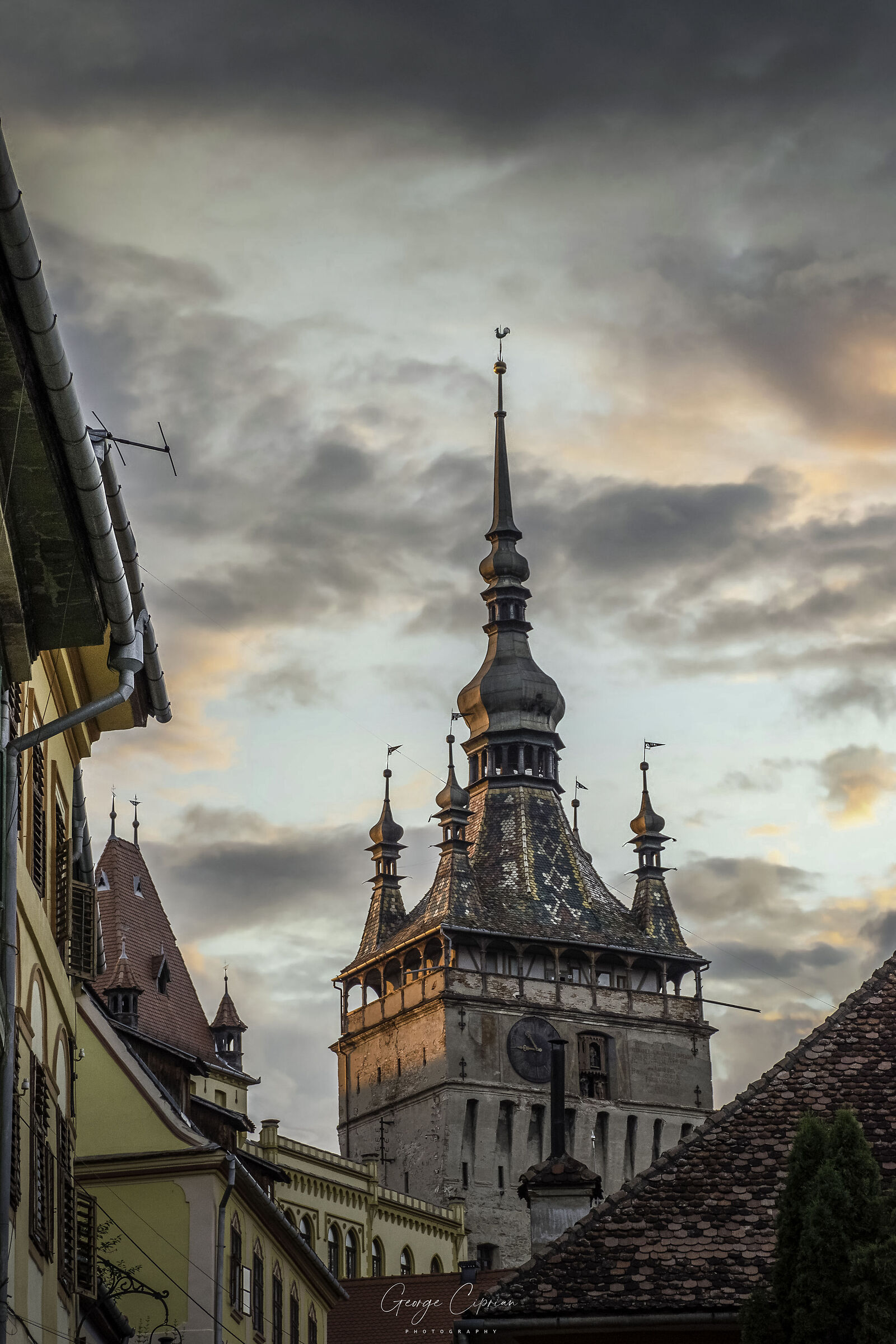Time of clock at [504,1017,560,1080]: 10:45
